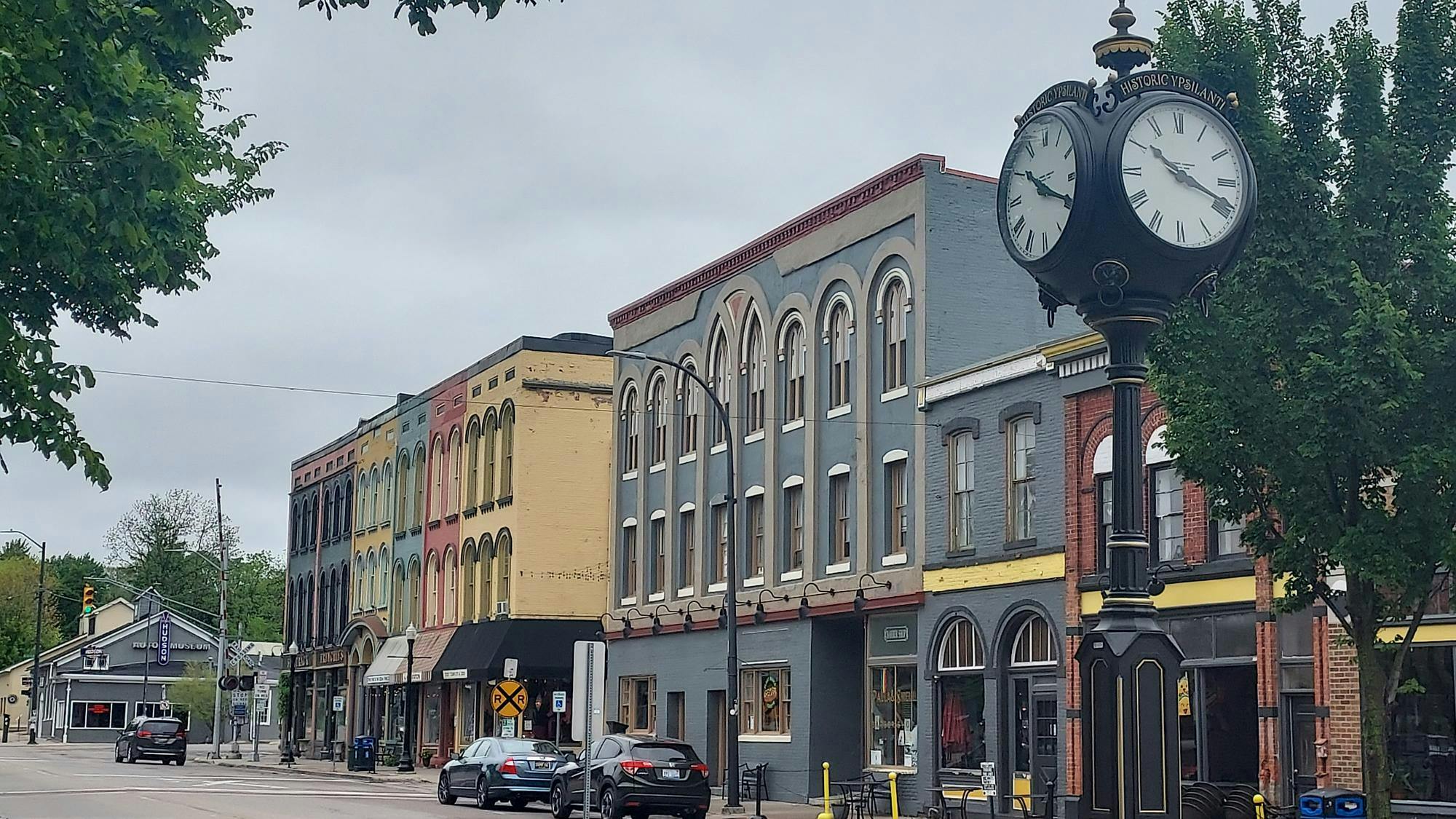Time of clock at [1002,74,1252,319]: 10:18
